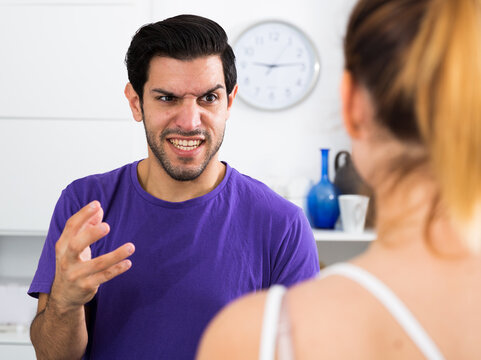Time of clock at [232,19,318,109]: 9:13
